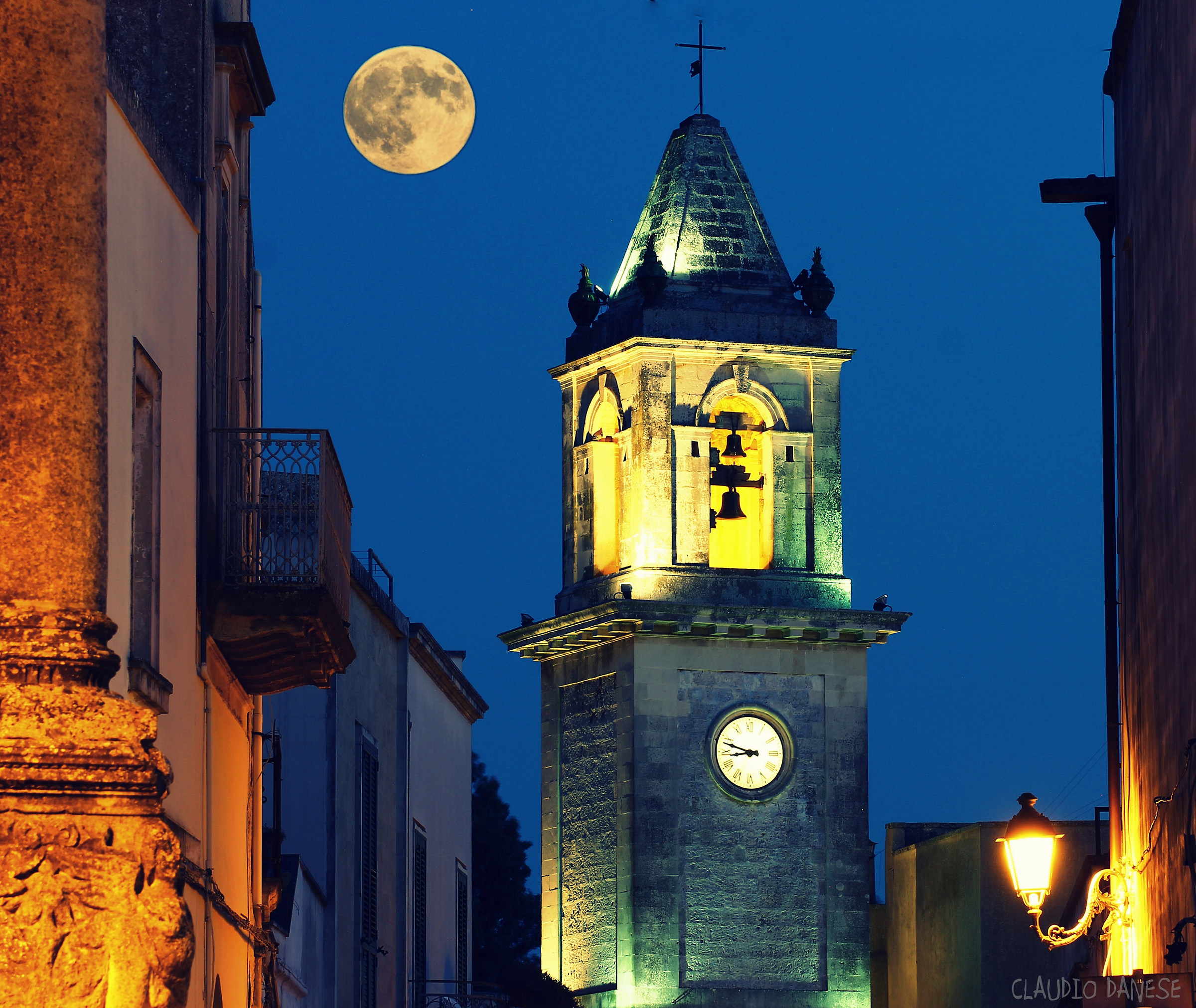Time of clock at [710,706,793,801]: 8:47
